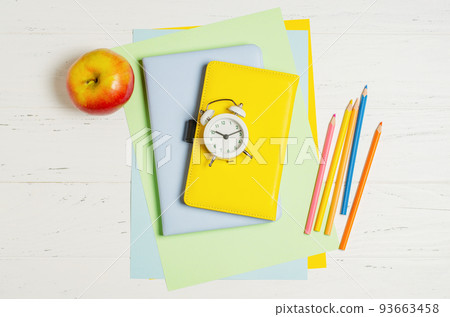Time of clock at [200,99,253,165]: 10:13
